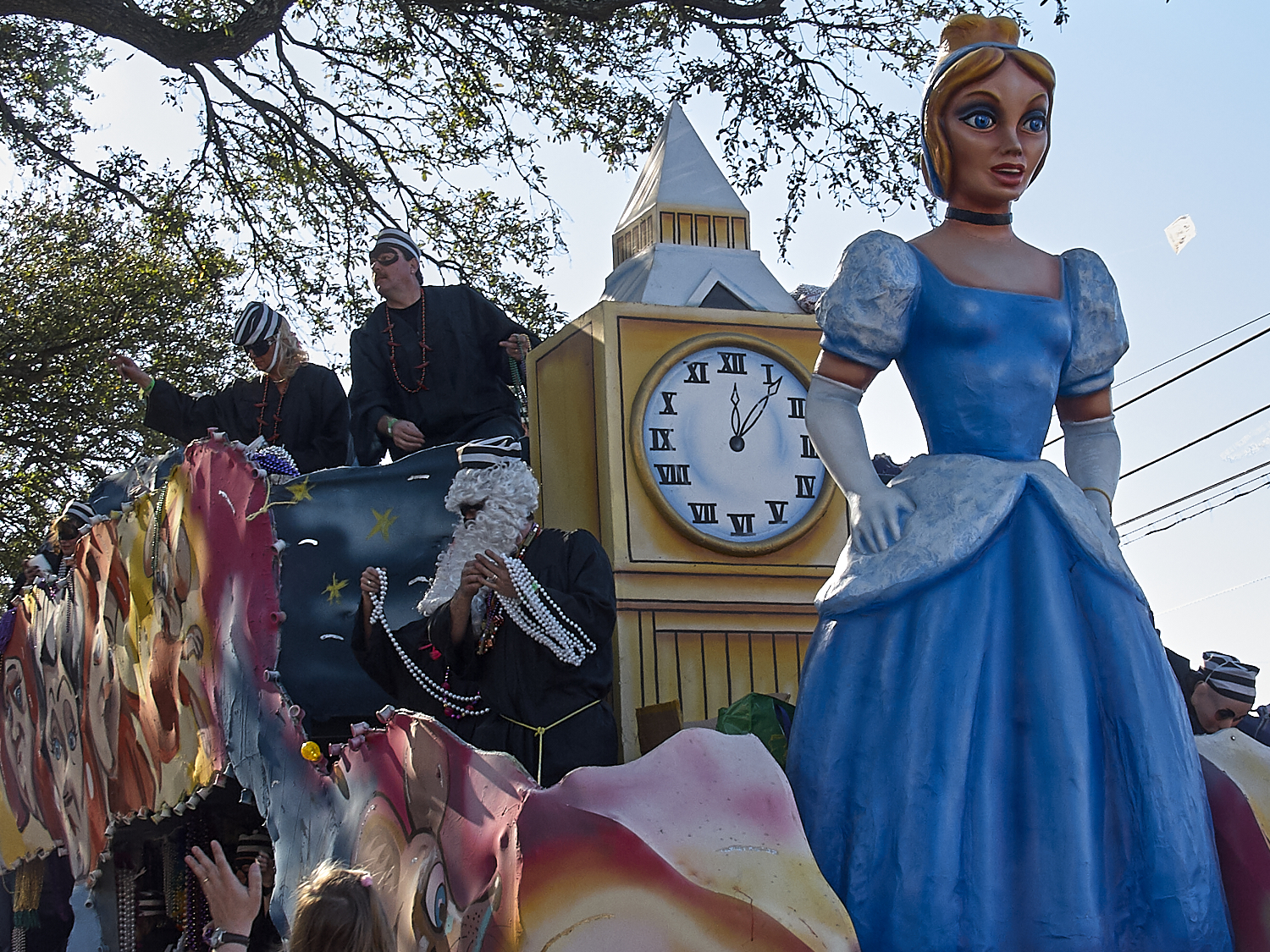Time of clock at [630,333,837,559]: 12:06
